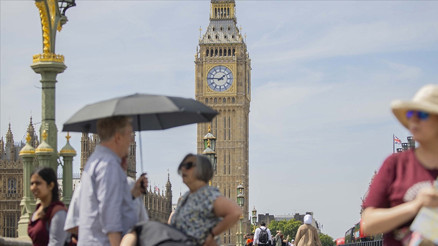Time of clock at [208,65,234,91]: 1:46
